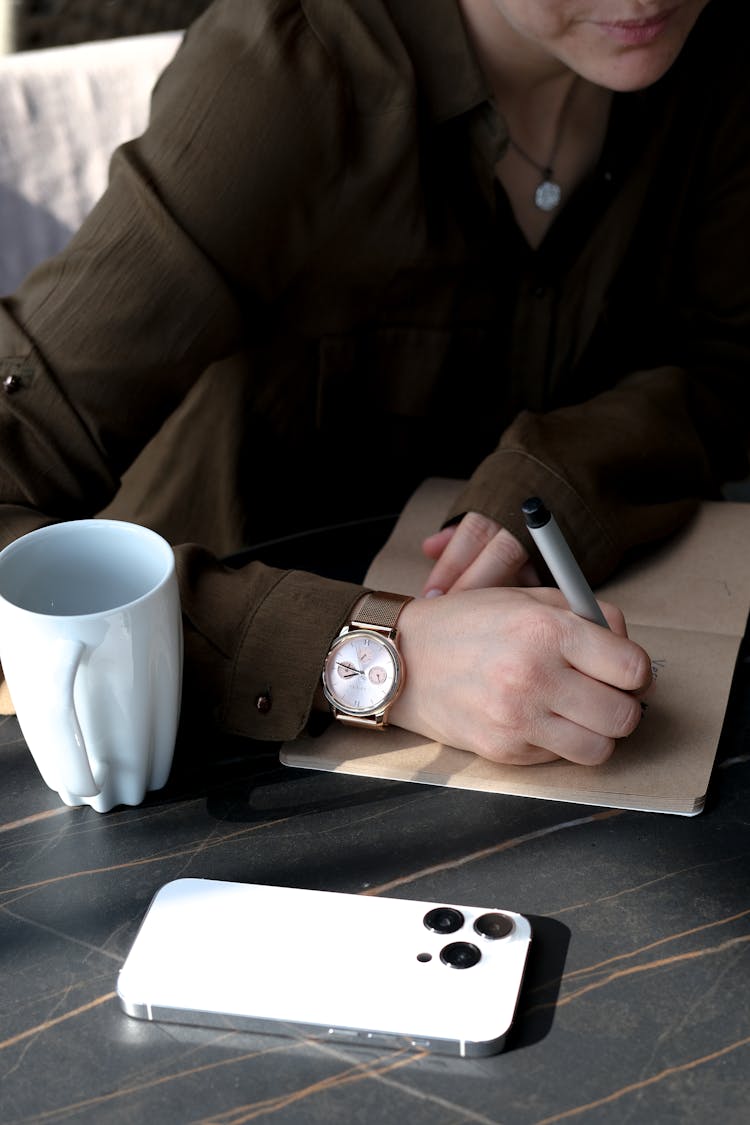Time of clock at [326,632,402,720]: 8:47
